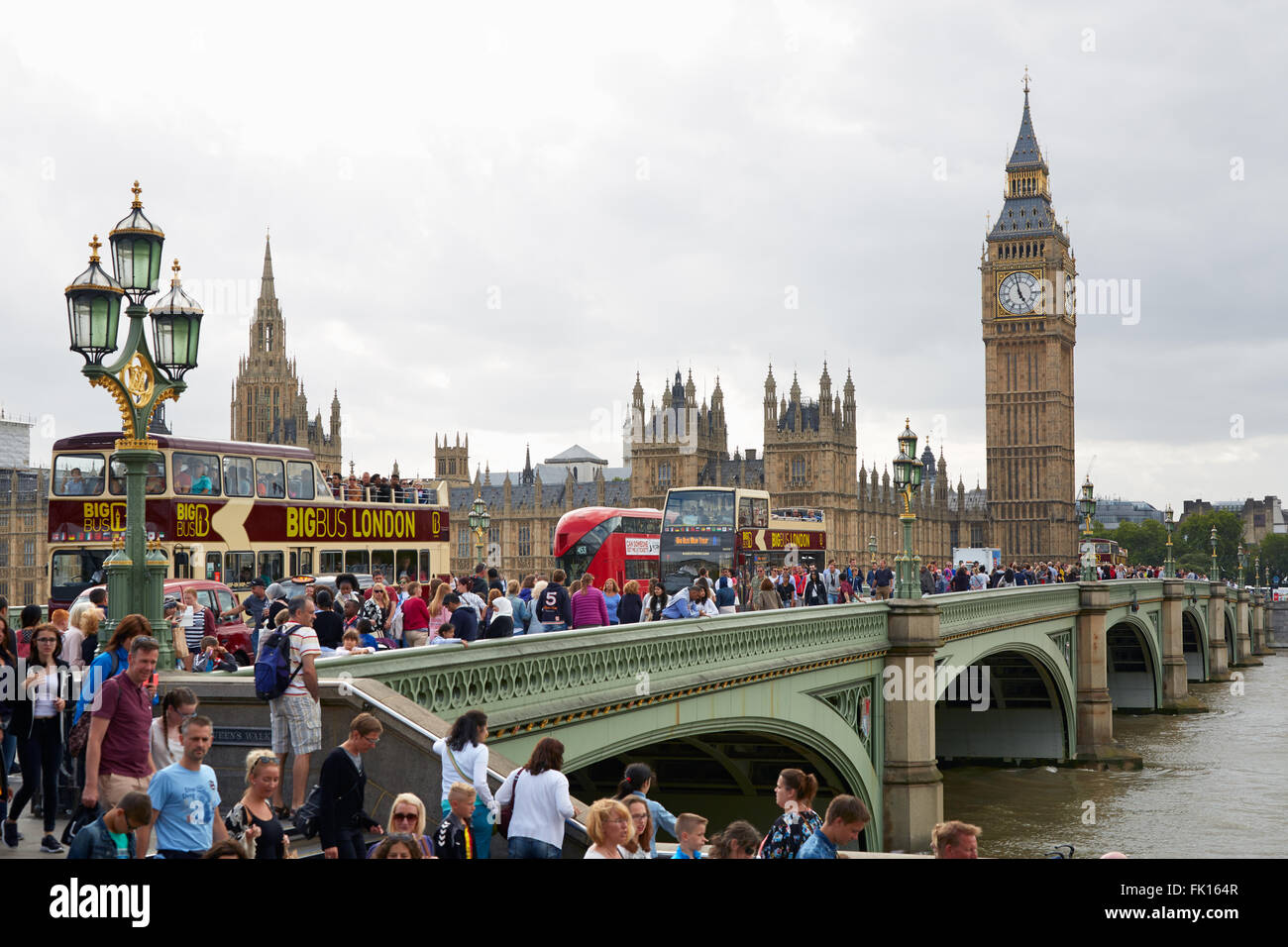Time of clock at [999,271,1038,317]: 4:57
